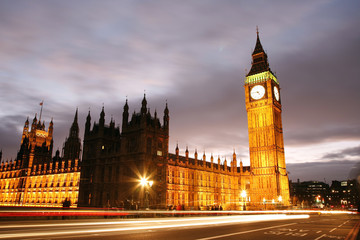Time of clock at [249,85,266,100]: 4:45
